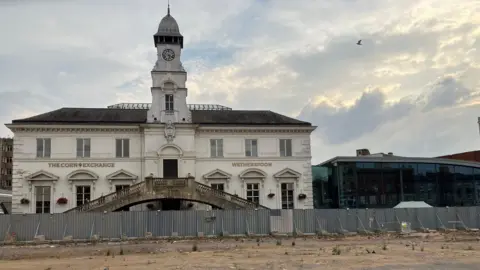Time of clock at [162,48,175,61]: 5:18
